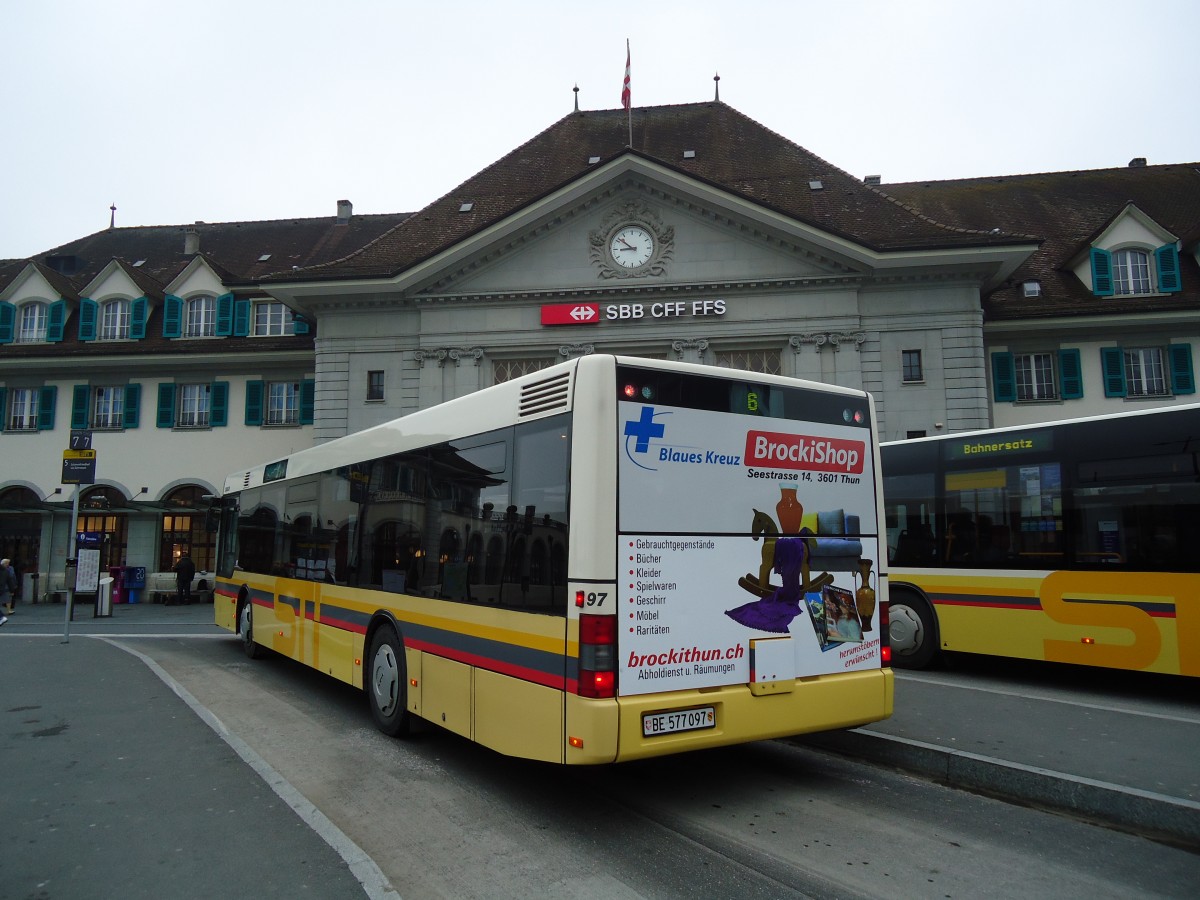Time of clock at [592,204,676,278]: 8:51
